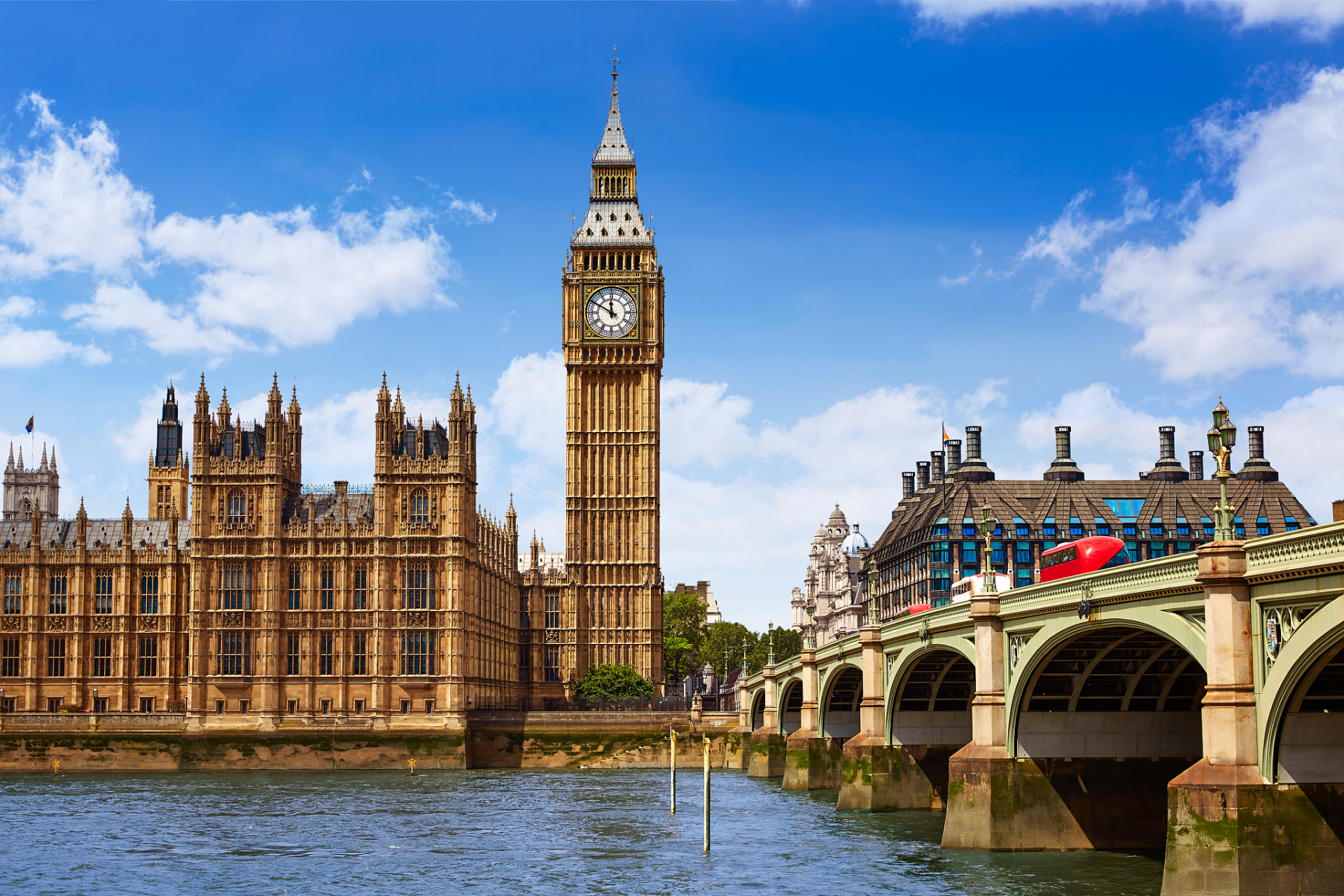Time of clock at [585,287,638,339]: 11:49
